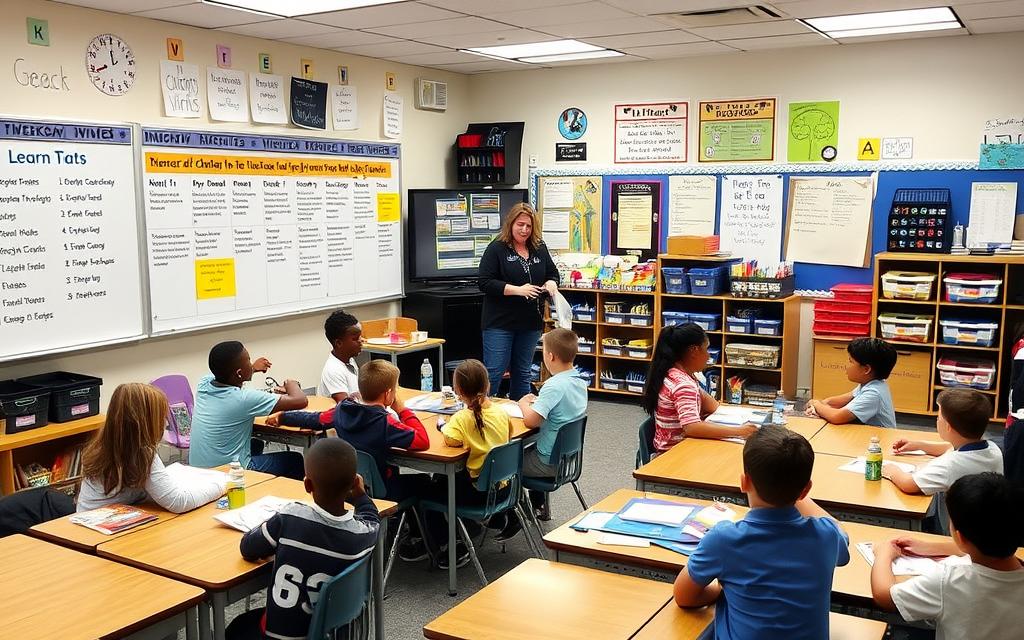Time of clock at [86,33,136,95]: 11:43
